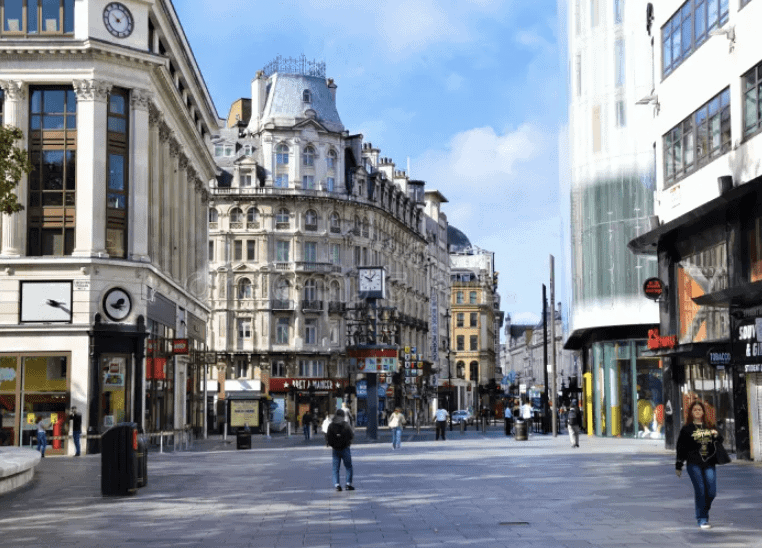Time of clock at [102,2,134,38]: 10:07
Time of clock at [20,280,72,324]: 3:20
